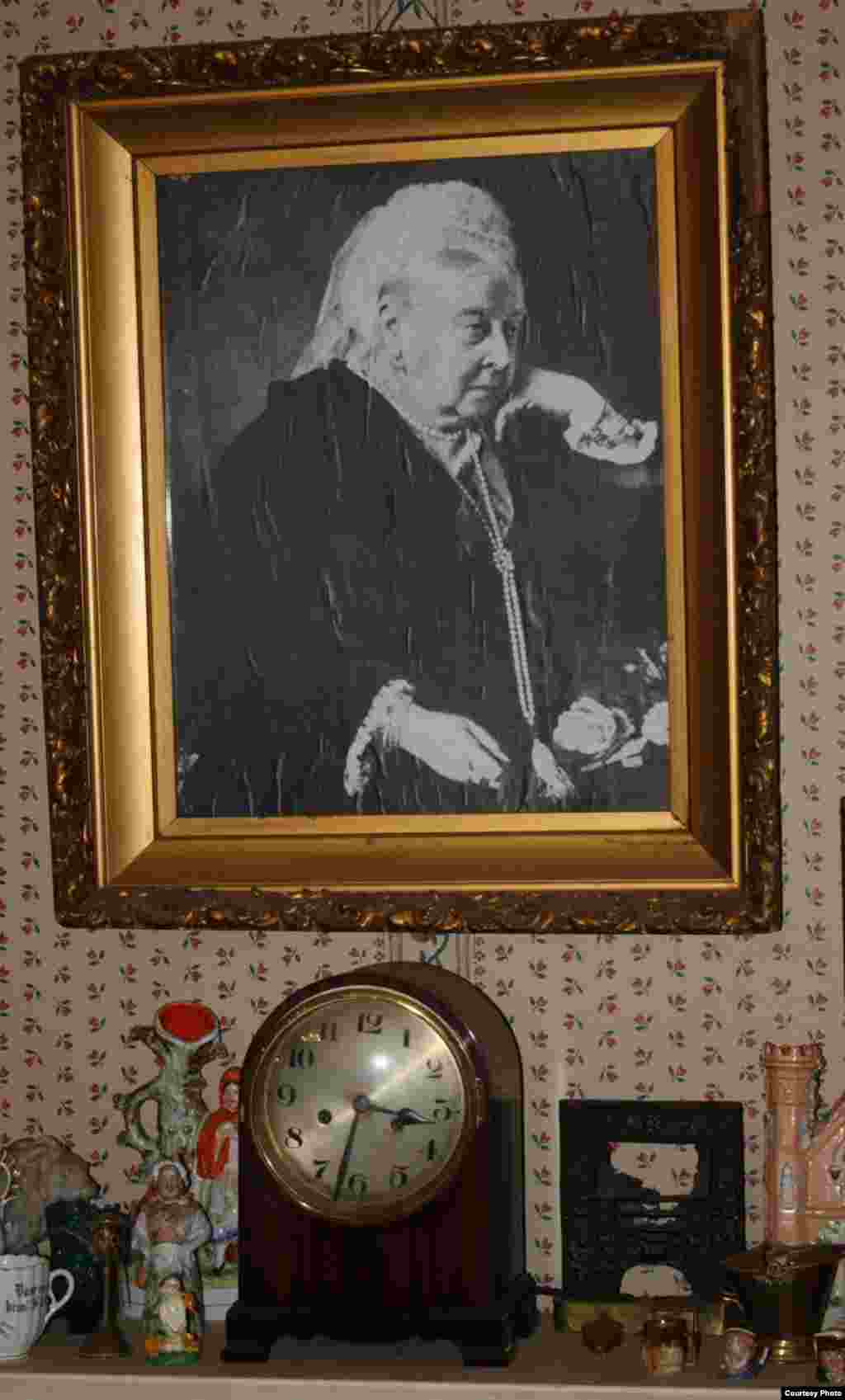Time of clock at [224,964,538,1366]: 3:32
